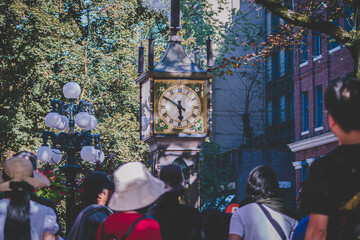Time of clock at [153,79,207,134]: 5:50
